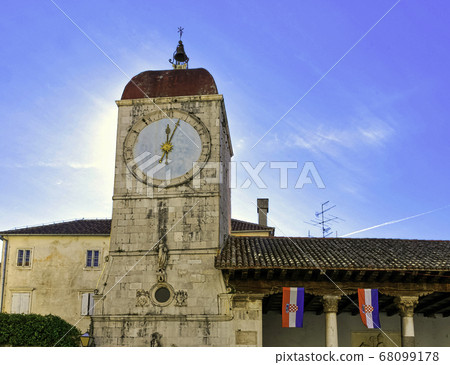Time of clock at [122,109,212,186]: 12:03
